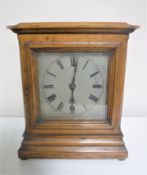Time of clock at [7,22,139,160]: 6:01
